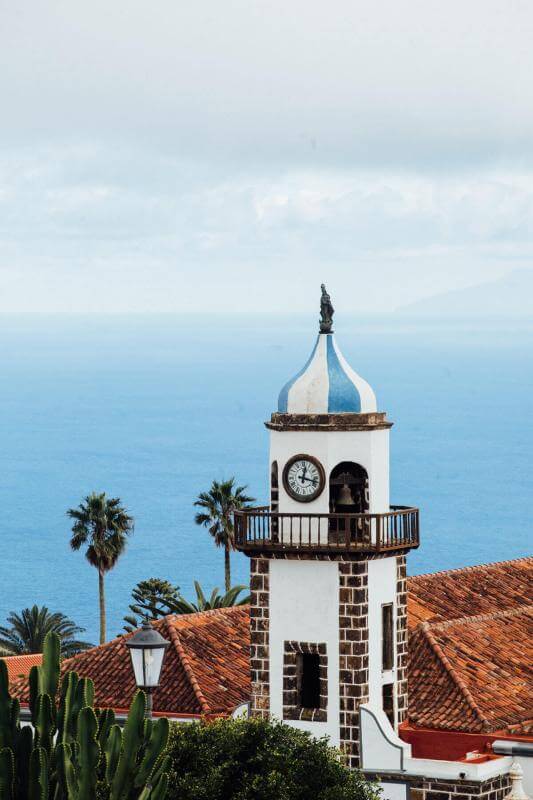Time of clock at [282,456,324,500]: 12:17
